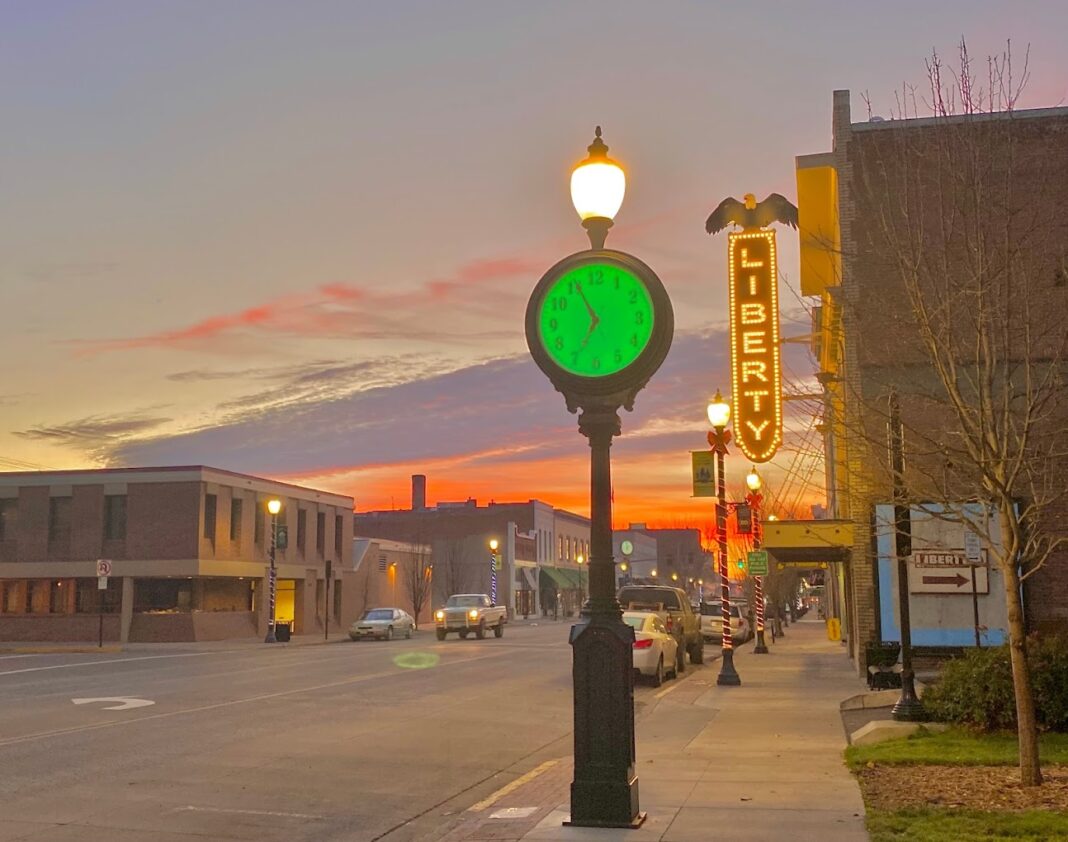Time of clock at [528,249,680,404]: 6:56
